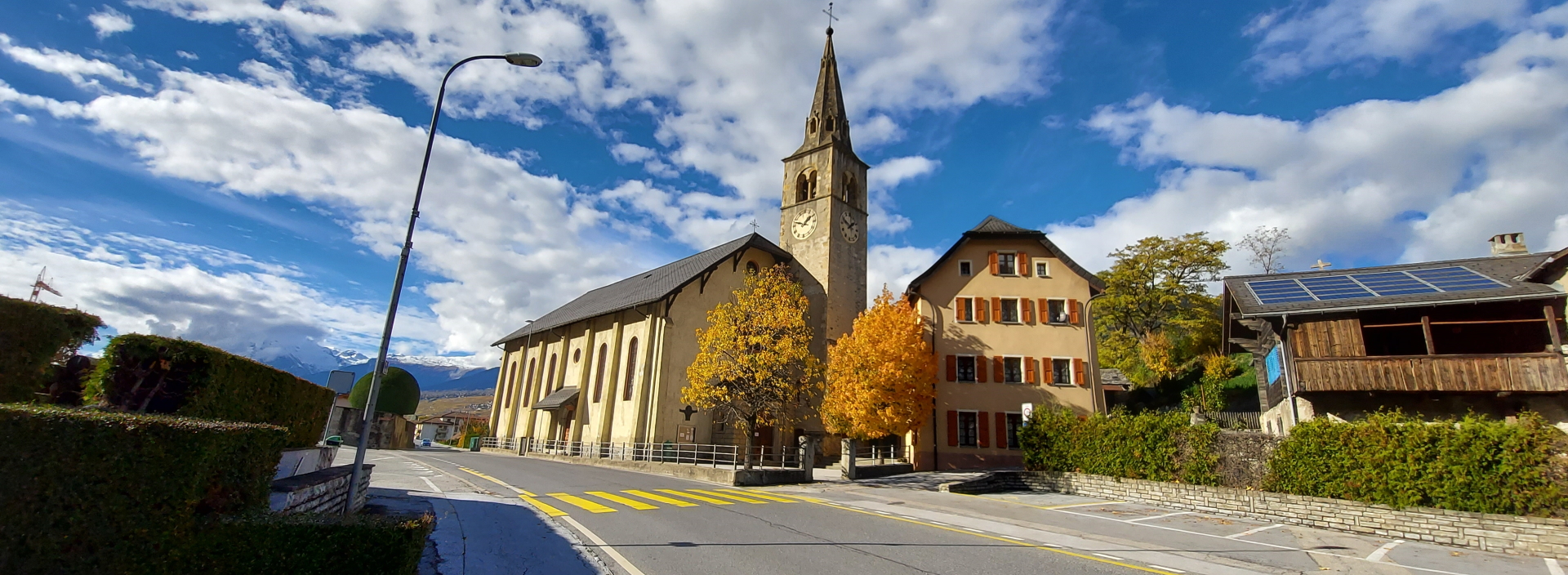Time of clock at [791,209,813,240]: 1:47
